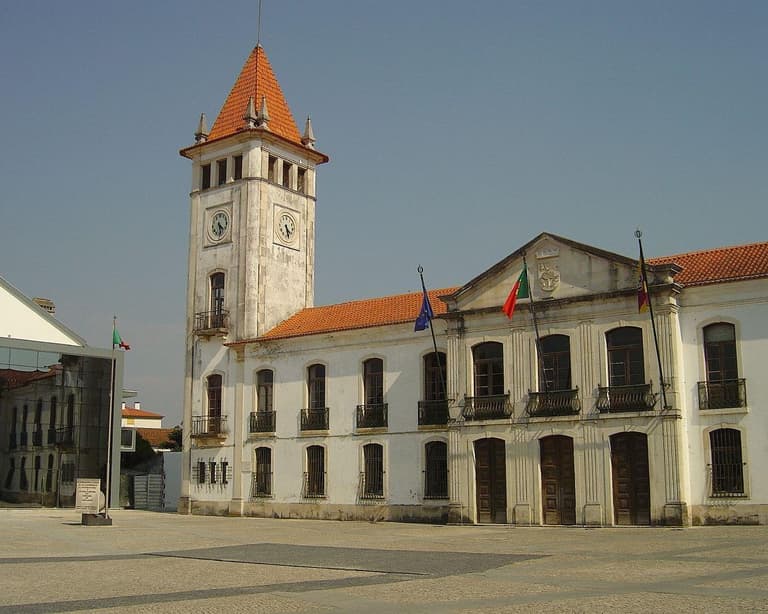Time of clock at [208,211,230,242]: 4:28
